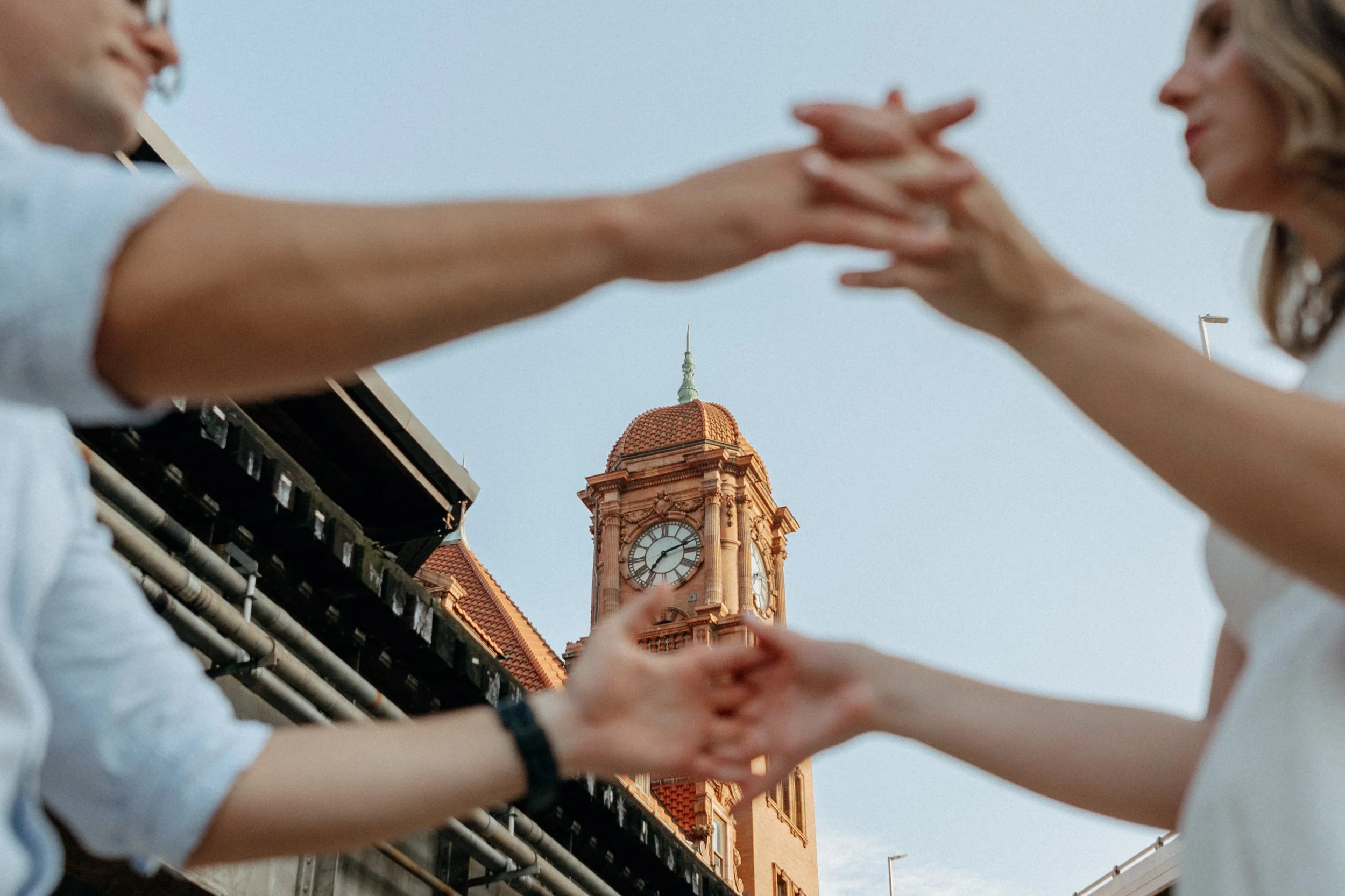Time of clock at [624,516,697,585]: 7:12
